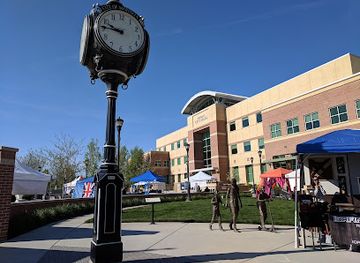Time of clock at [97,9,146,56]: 9:45
